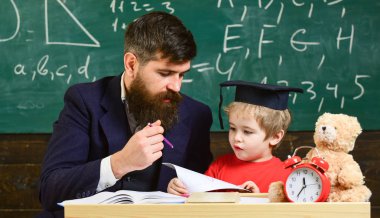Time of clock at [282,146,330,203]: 11:35
